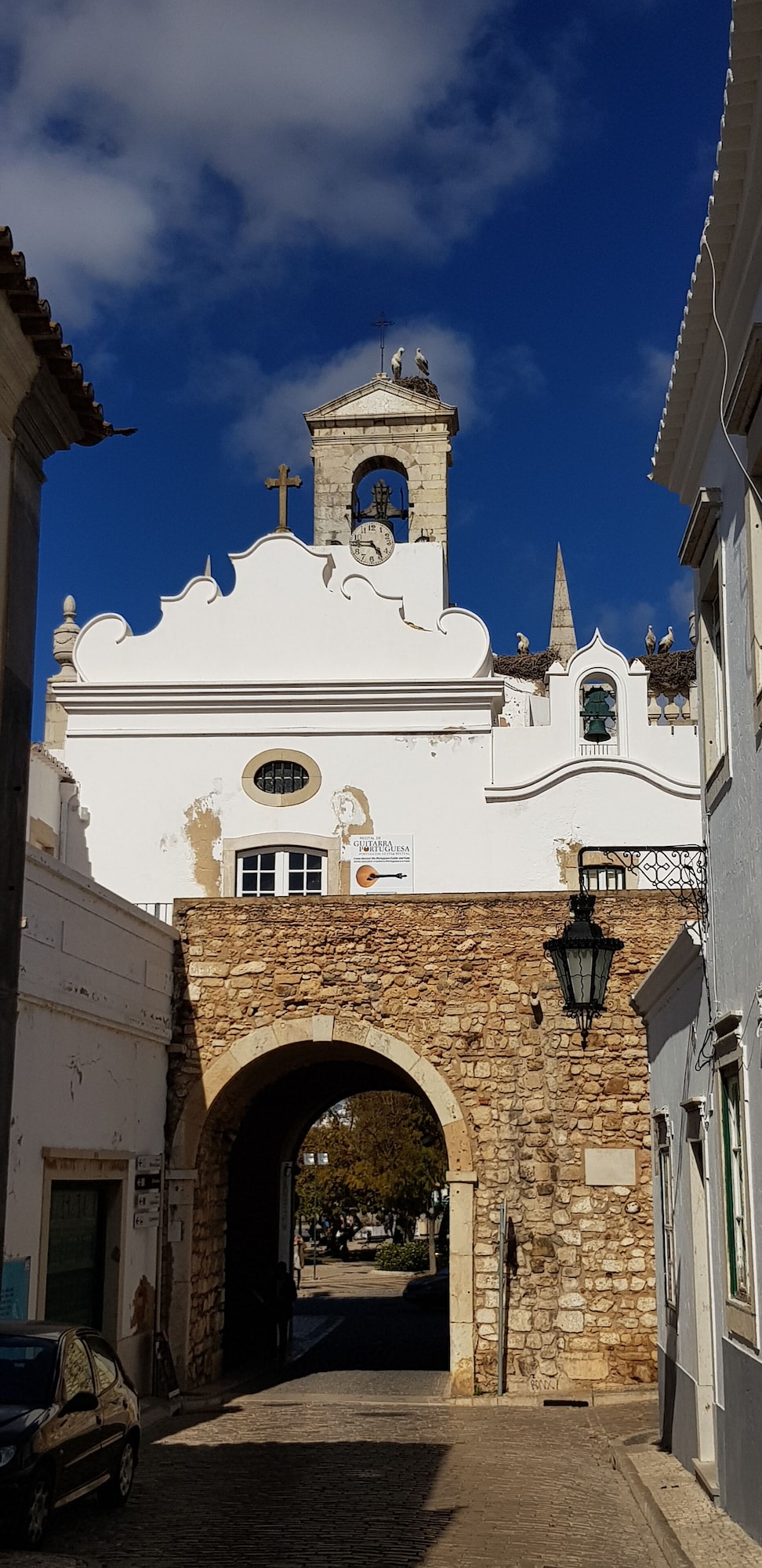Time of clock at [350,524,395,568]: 4:46
